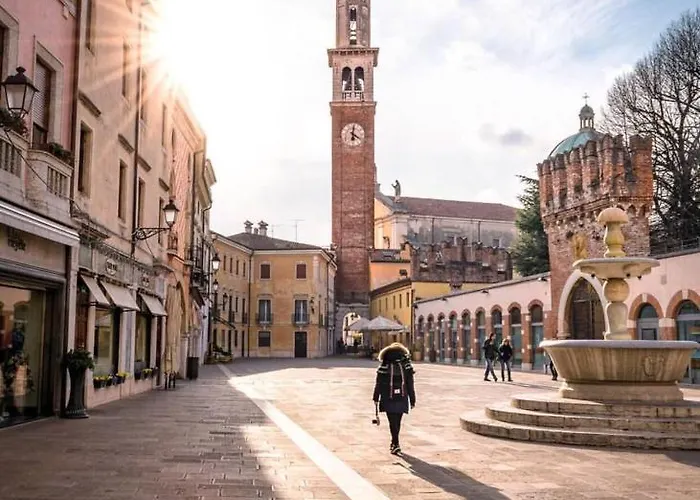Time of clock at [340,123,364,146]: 4:01
